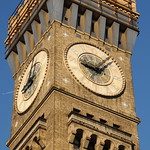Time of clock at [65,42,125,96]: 9:07
